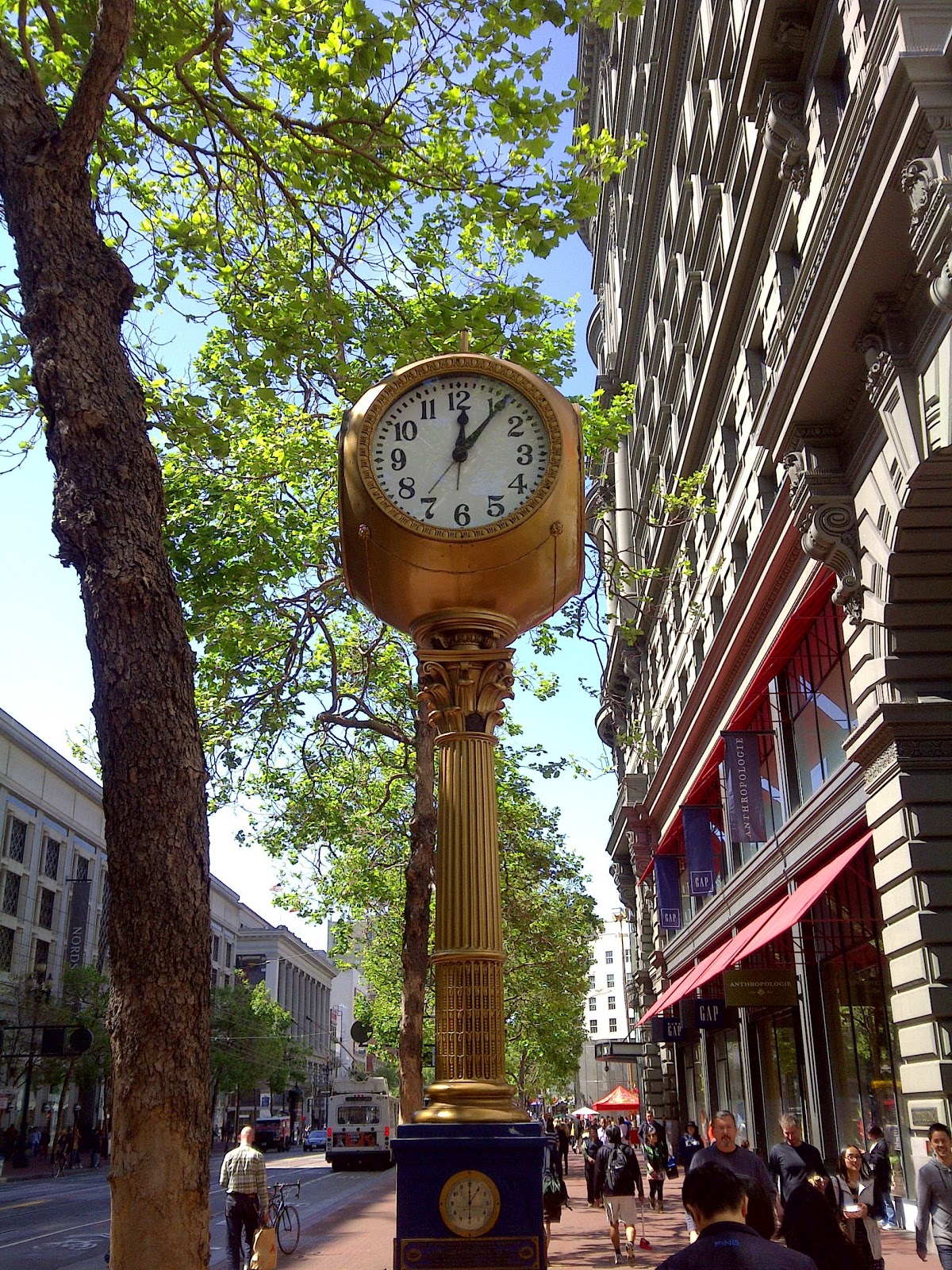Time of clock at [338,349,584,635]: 12:06
